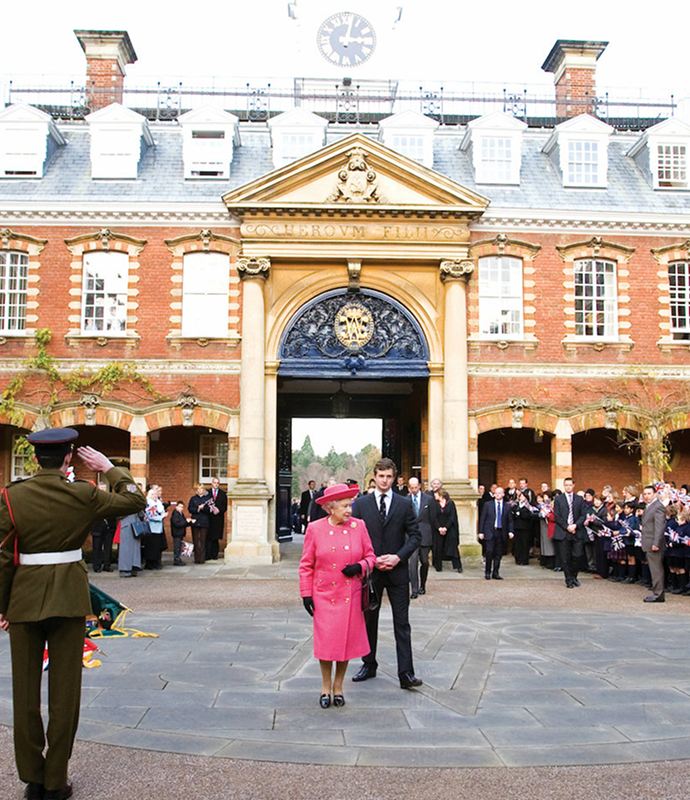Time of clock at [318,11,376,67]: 3:02
